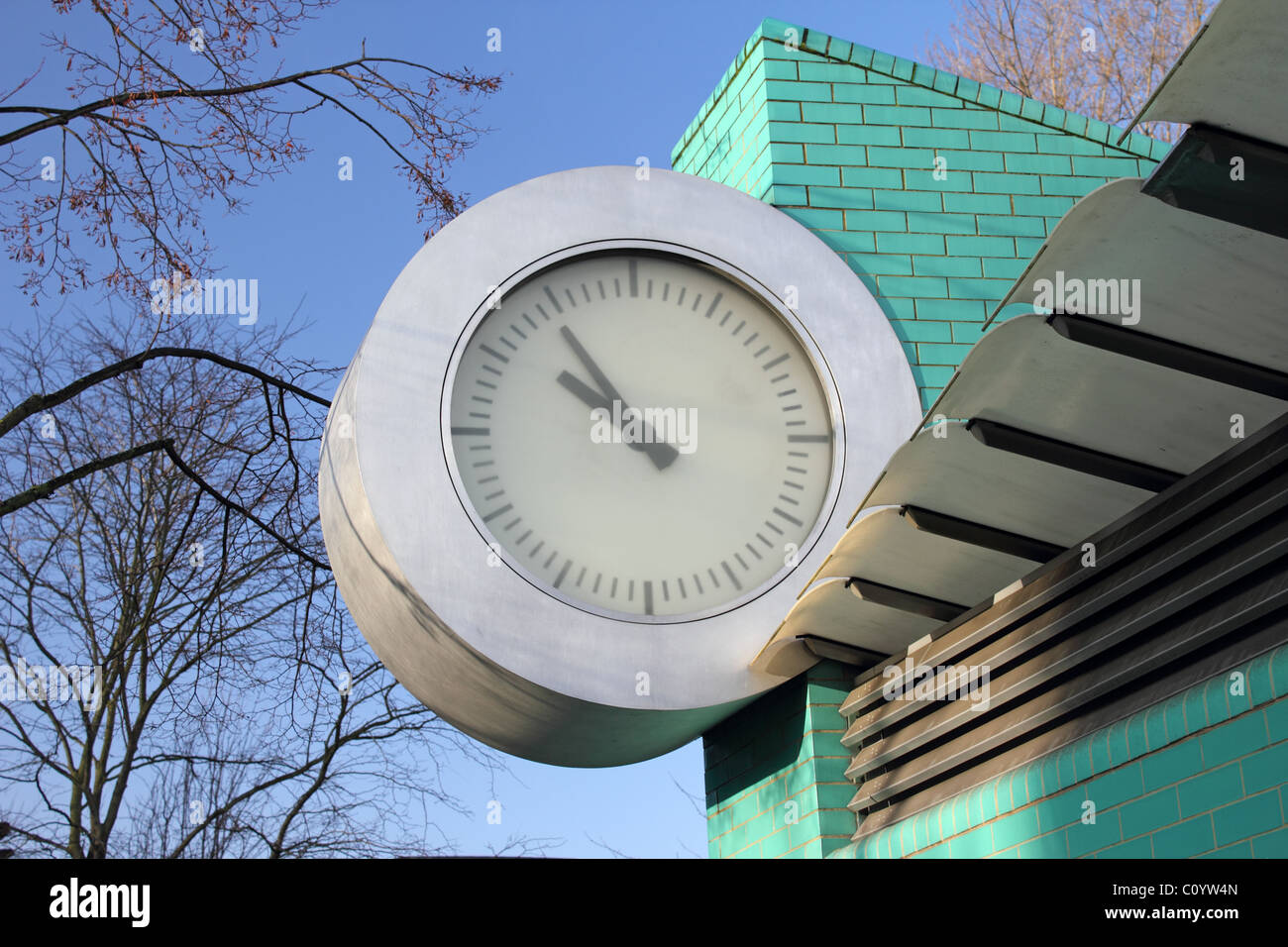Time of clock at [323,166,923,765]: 9:54
